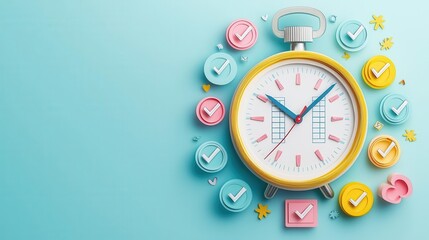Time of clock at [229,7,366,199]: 10:07
